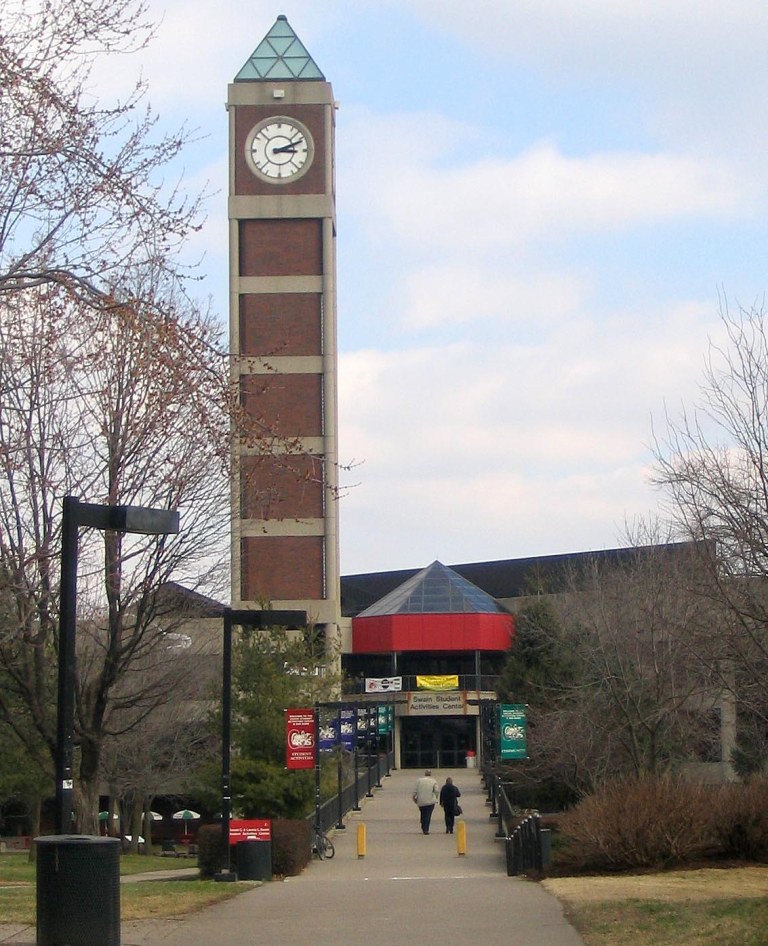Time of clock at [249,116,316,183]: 3:11
